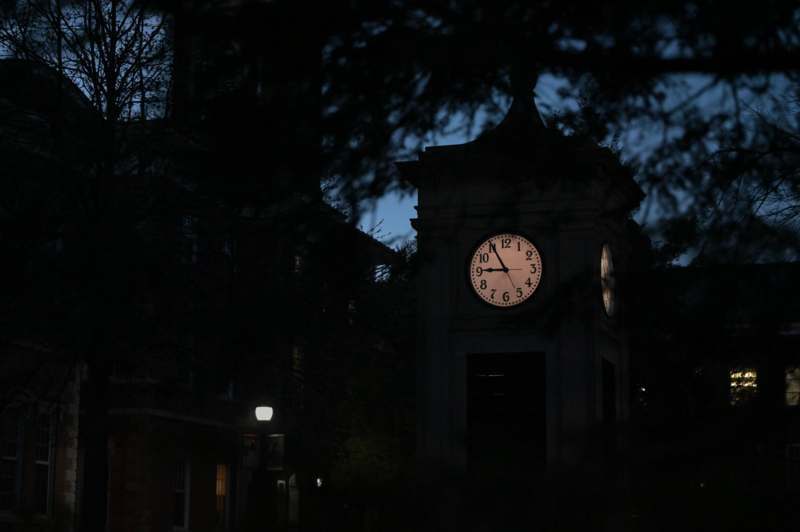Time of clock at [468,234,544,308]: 8:55
